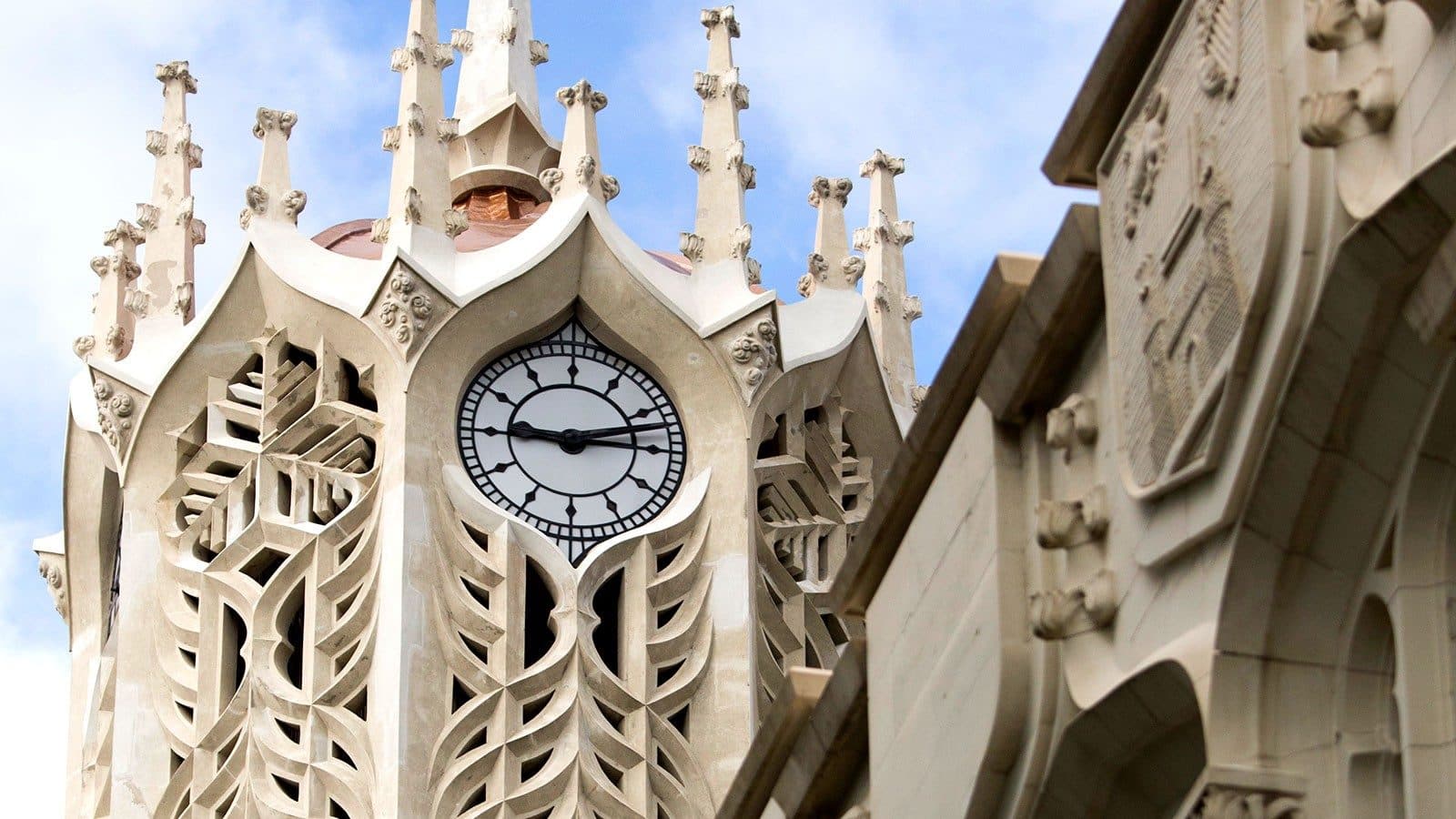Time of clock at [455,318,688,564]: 9:12
